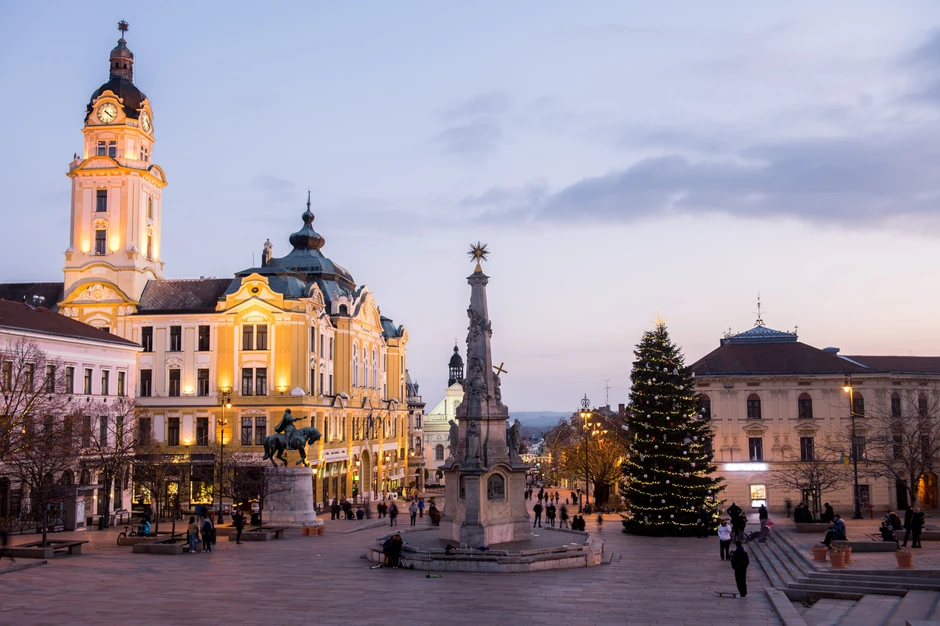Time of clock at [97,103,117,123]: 4:21
